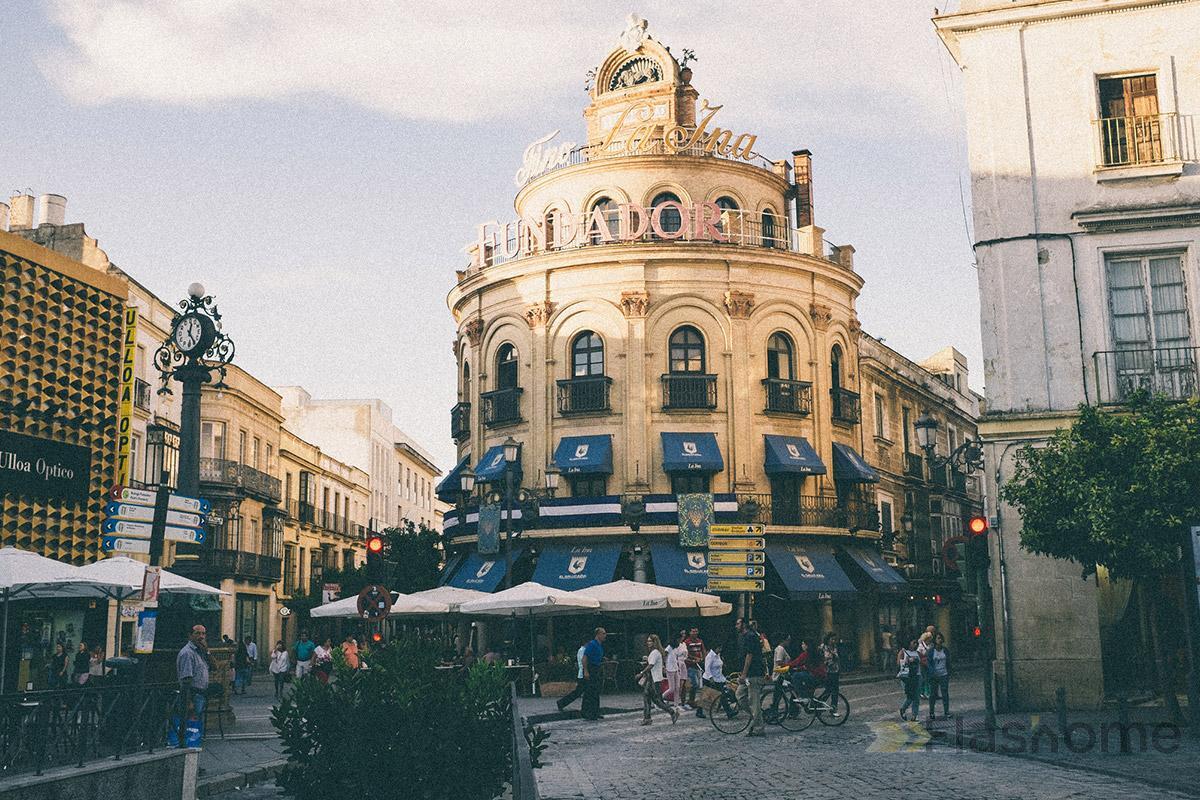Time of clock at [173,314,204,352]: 12:23
